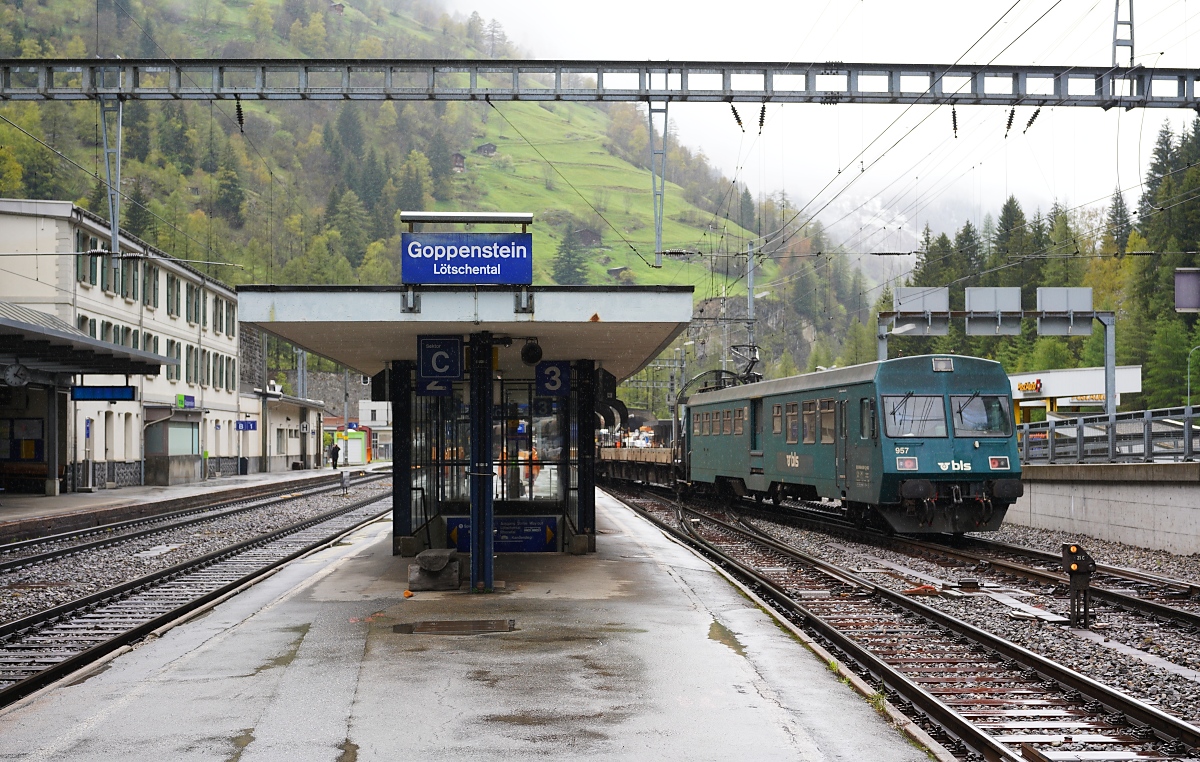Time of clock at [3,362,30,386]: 4:04
